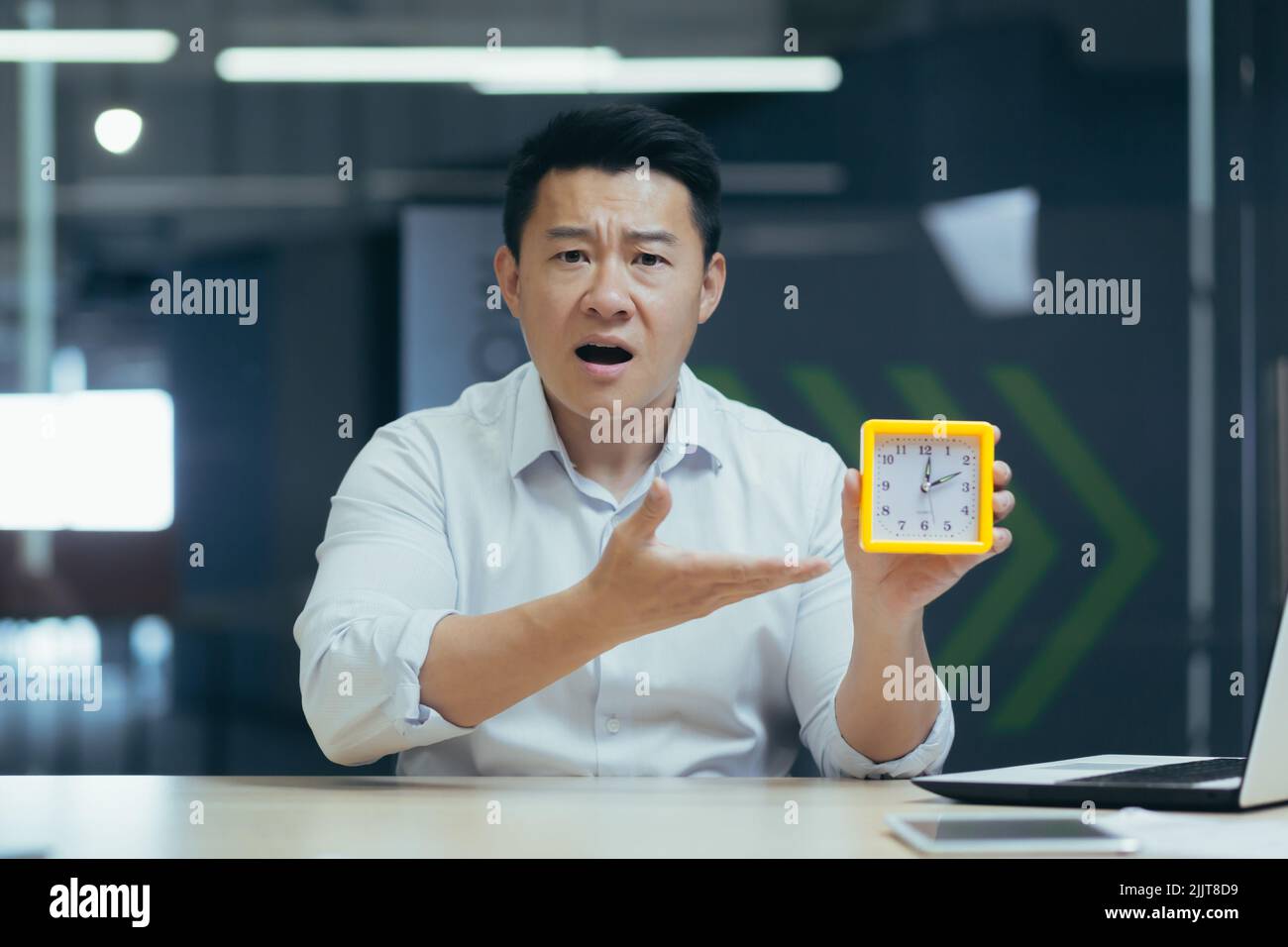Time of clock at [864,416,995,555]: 12:11
